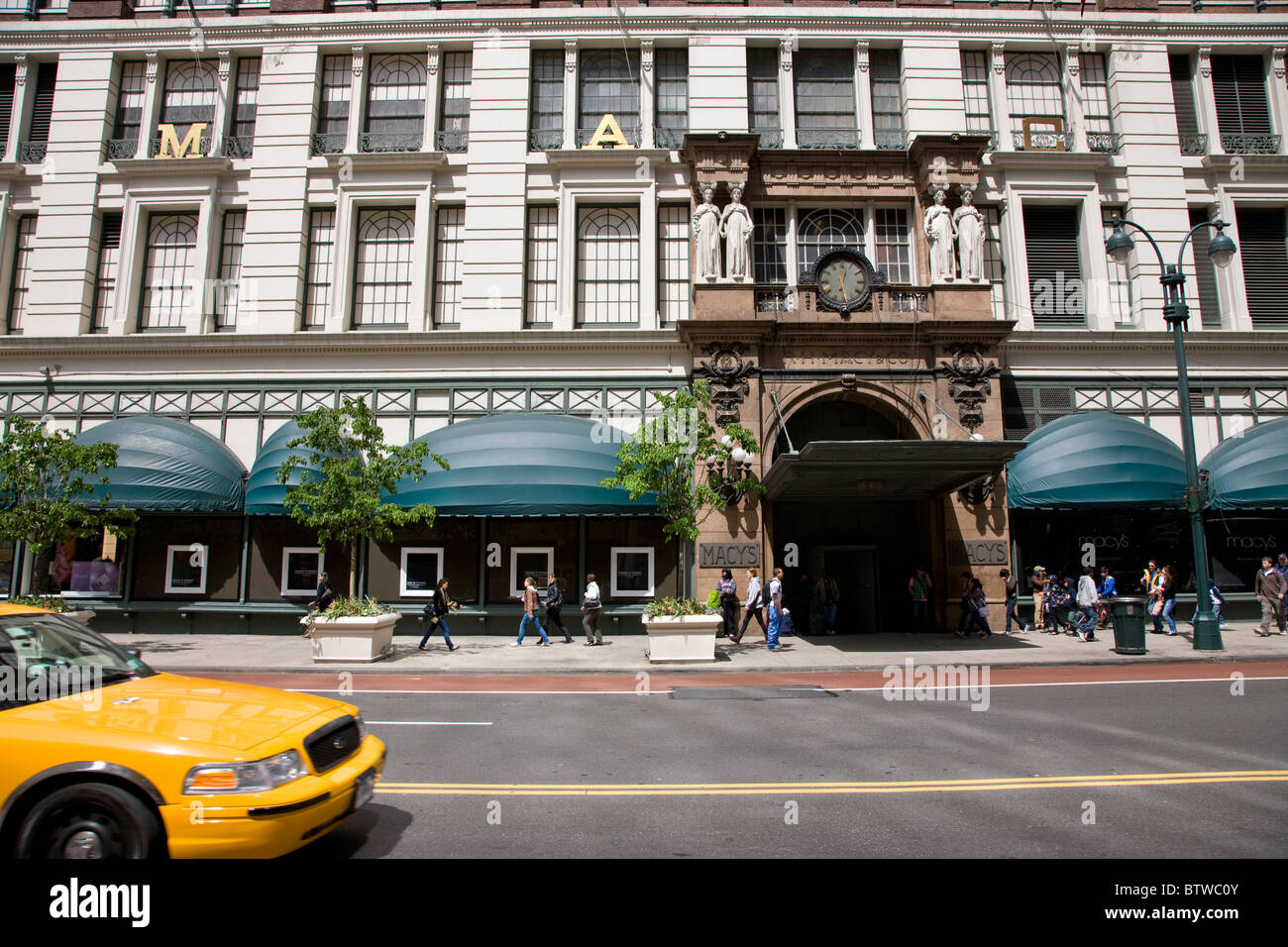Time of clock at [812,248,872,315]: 12:28
